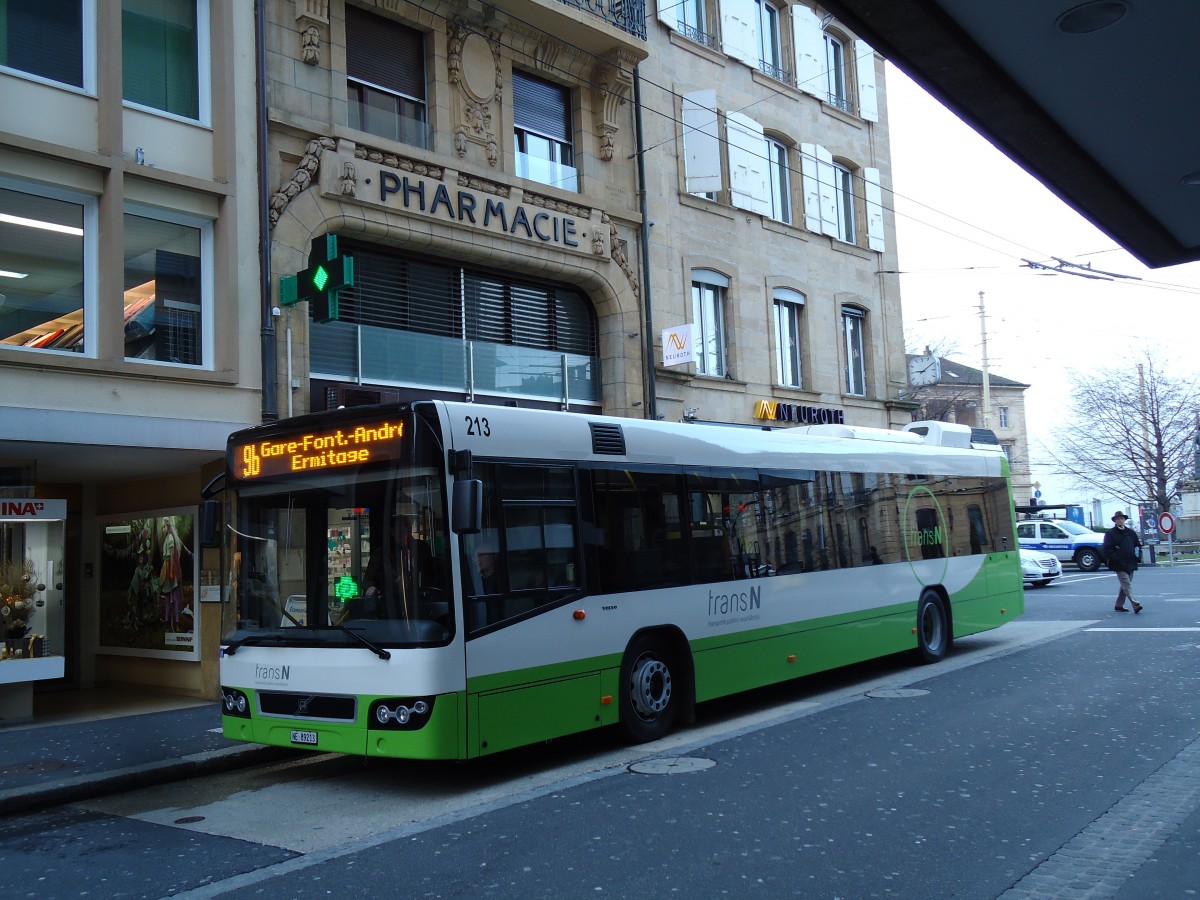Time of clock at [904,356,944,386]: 9:09
